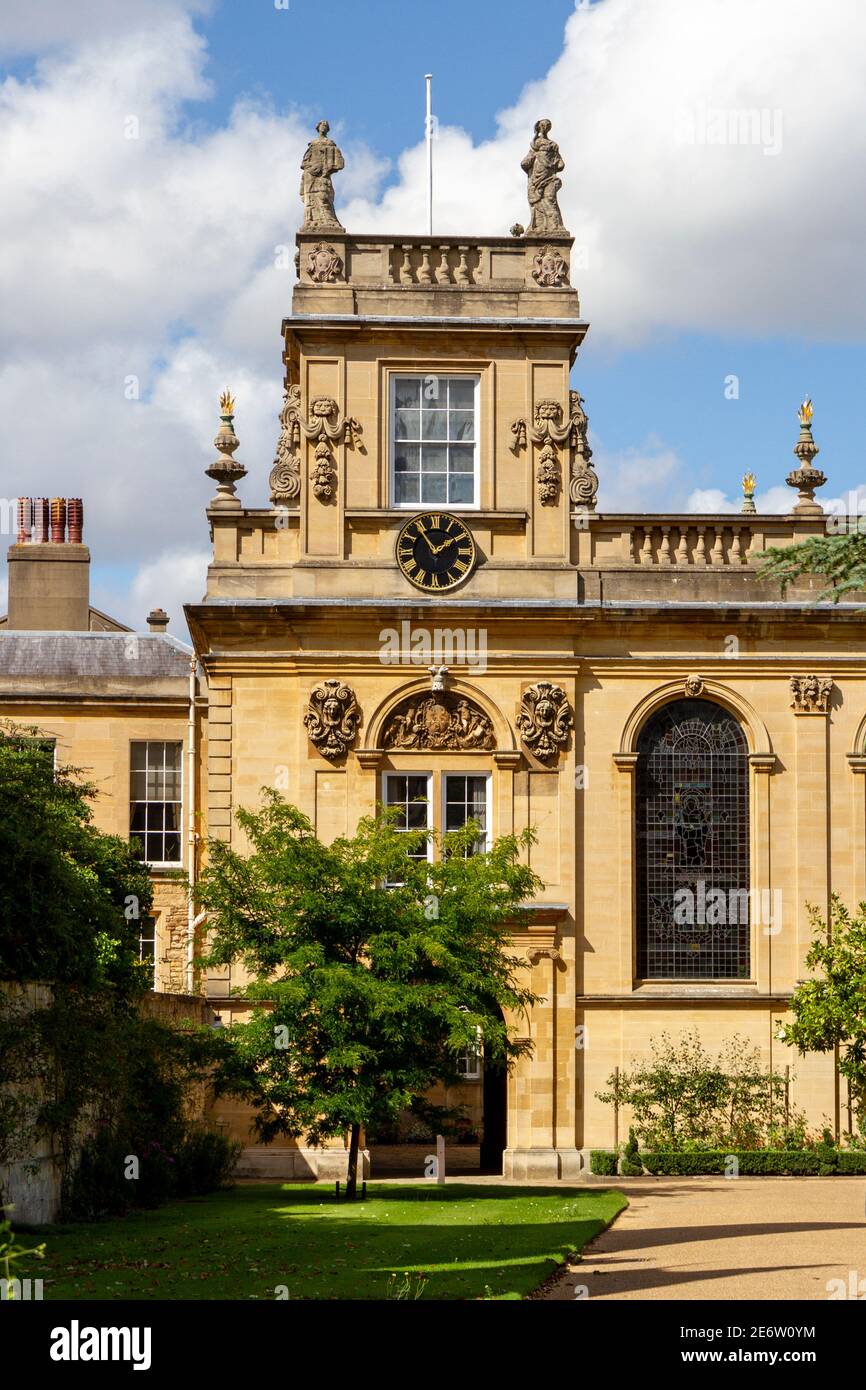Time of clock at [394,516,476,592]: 1:54
